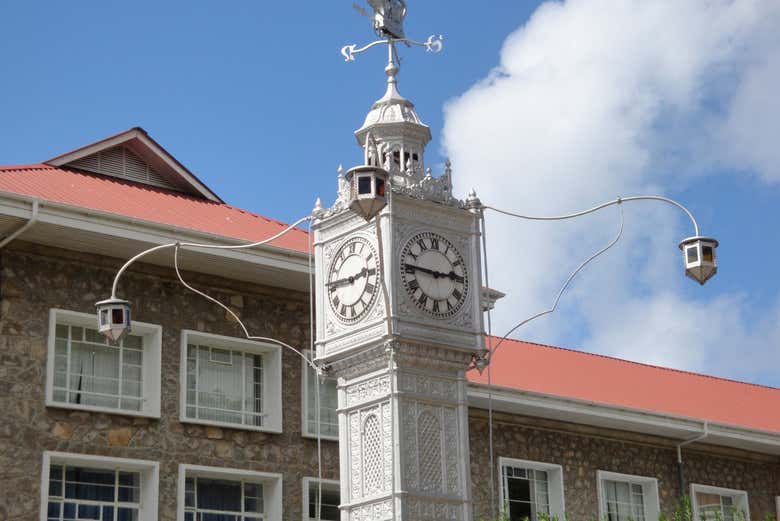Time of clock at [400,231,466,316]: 2:46
